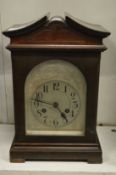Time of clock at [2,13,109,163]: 4:46
